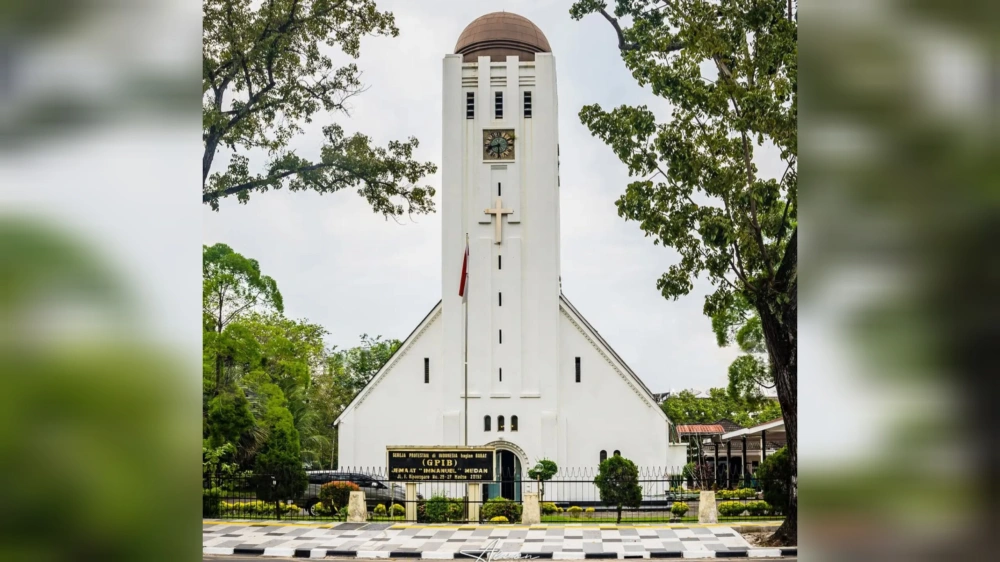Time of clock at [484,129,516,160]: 8:30
